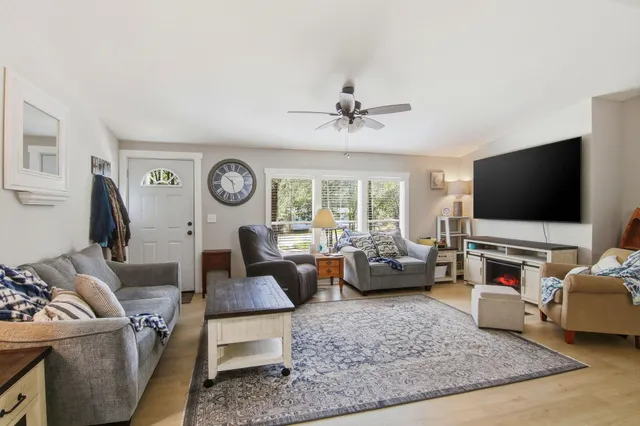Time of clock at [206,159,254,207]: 10:28
